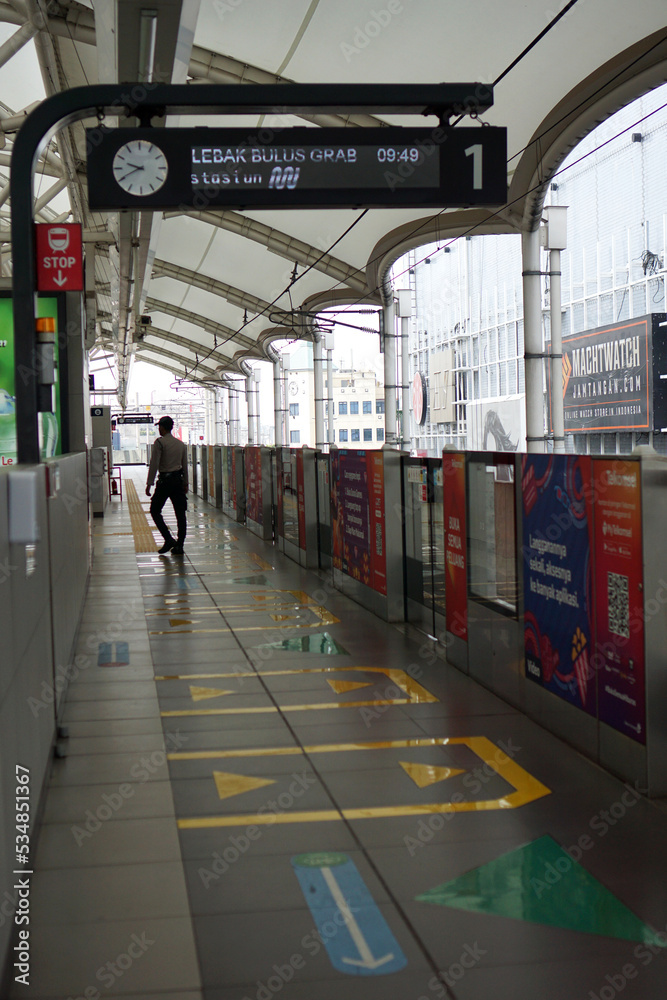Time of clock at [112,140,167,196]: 9:40
